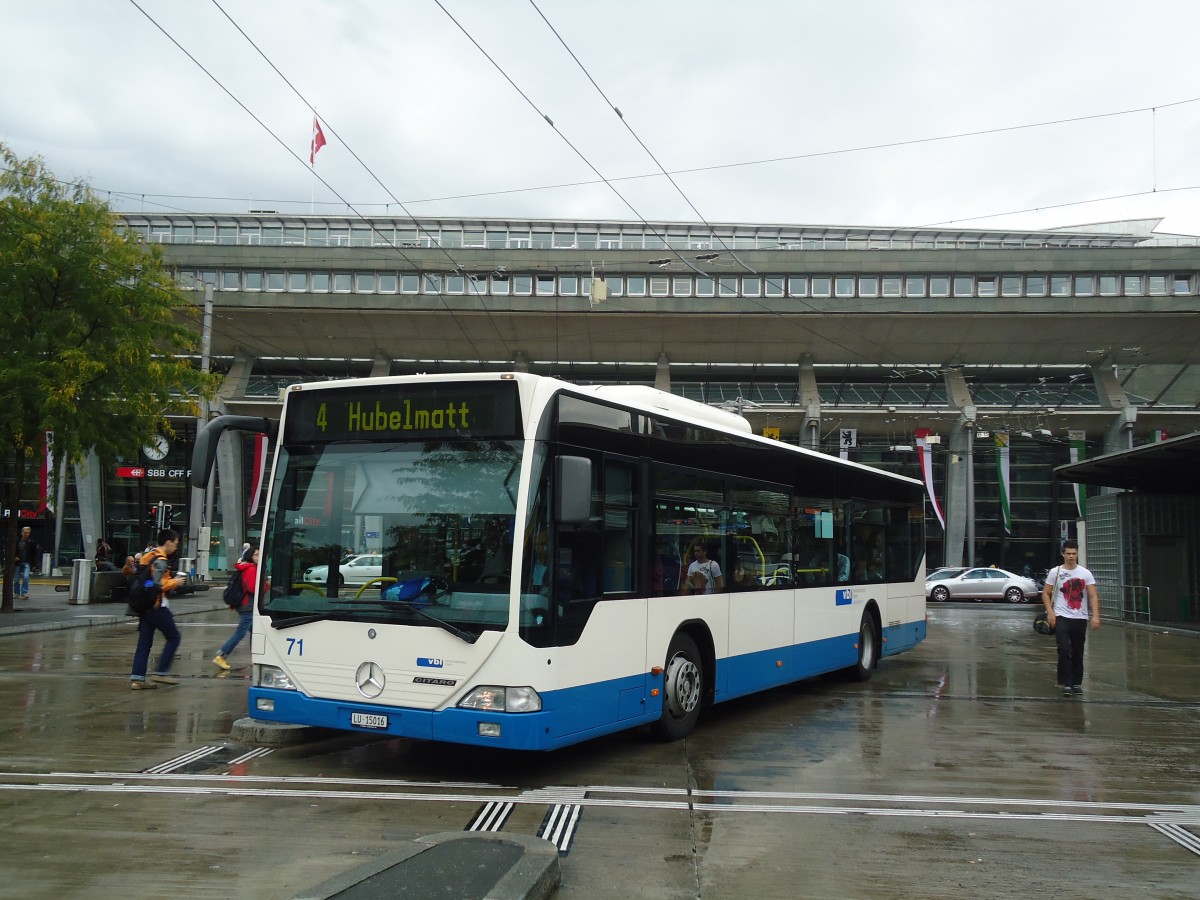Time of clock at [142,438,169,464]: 1:22
